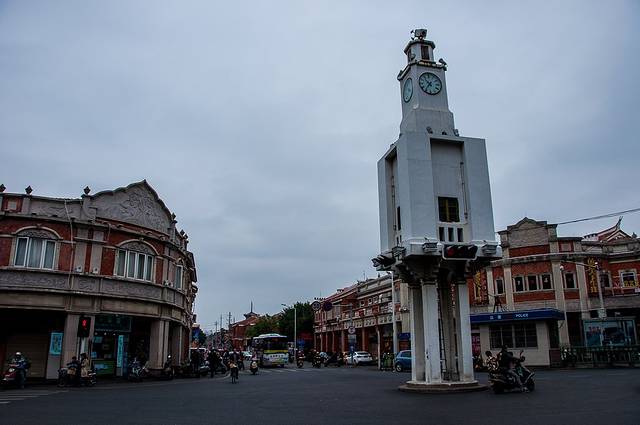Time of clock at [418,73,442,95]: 10:36
